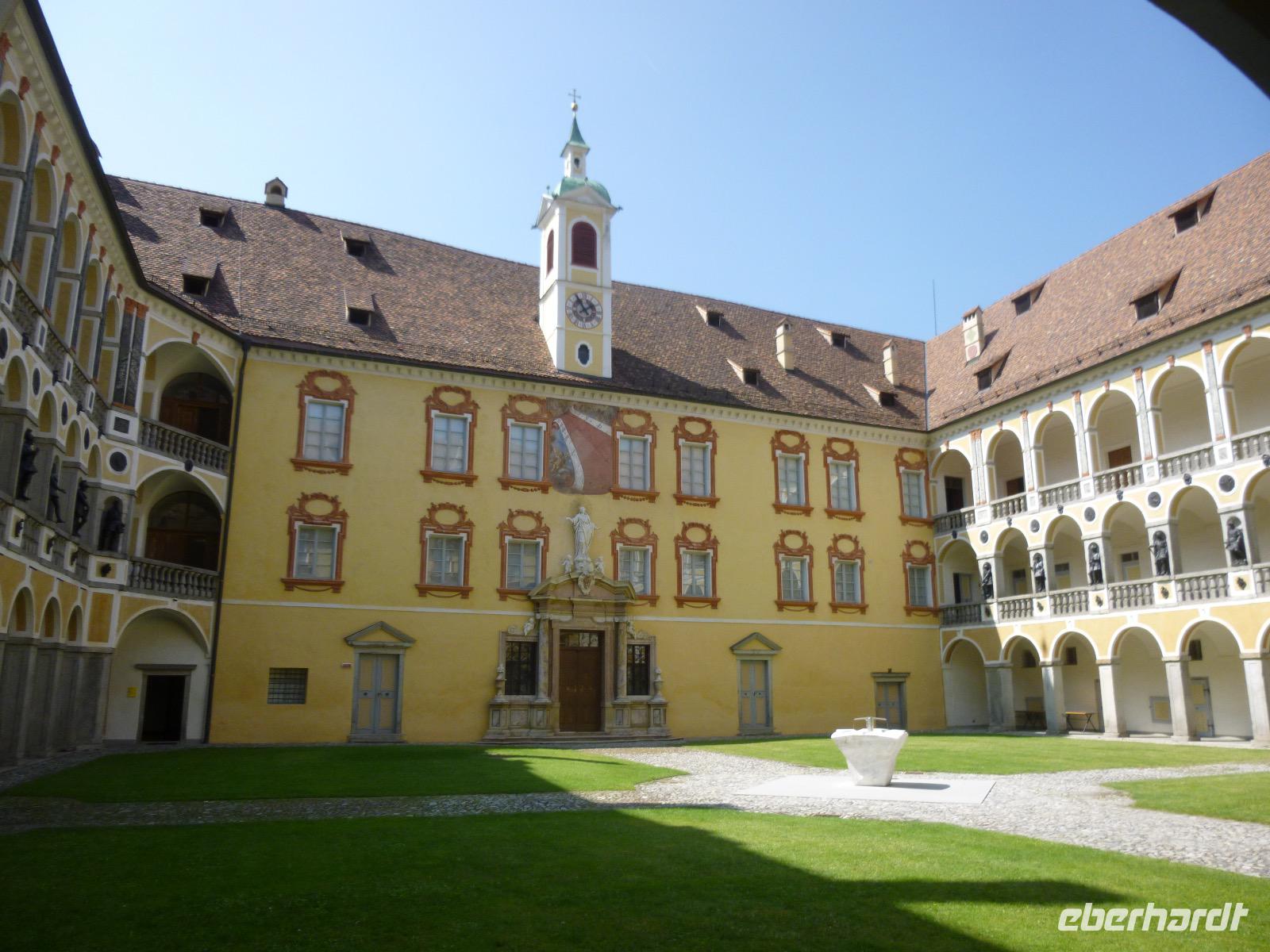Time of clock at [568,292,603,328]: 1:54
